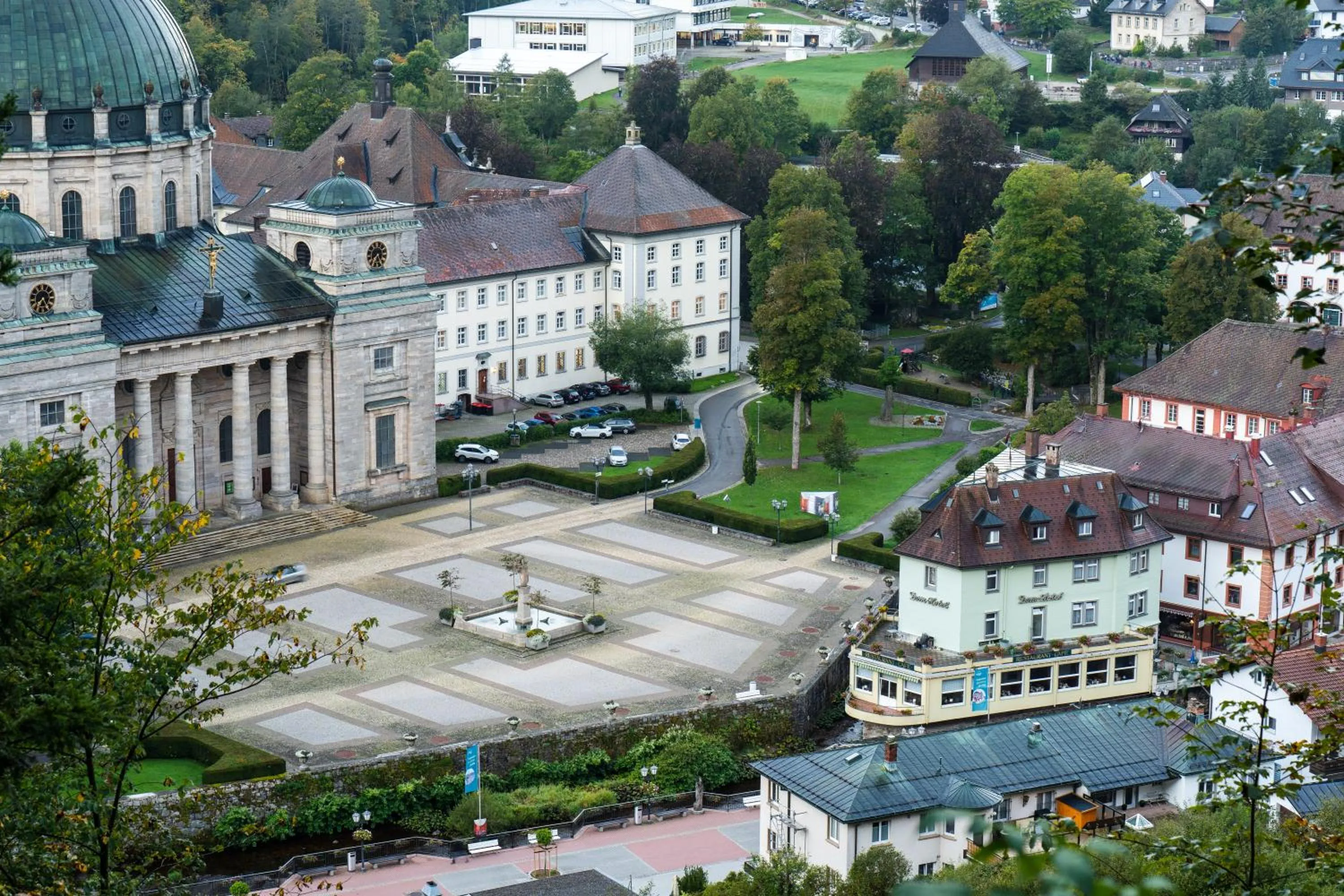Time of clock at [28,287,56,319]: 7:25
